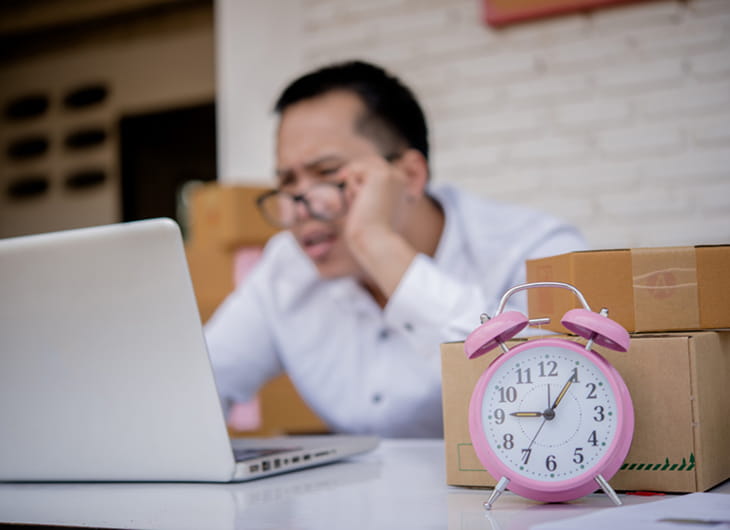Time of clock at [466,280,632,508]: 9:05
